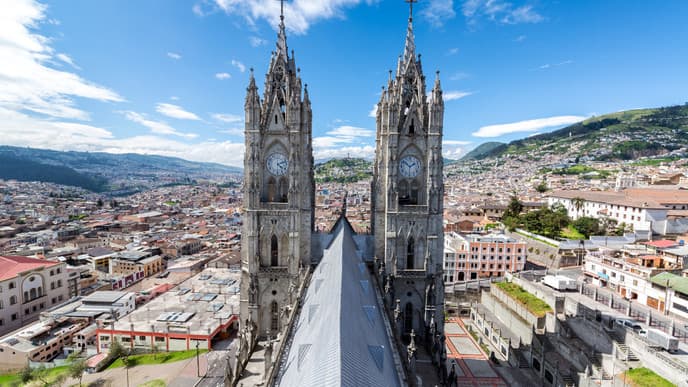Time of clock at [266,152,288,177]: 4:12
